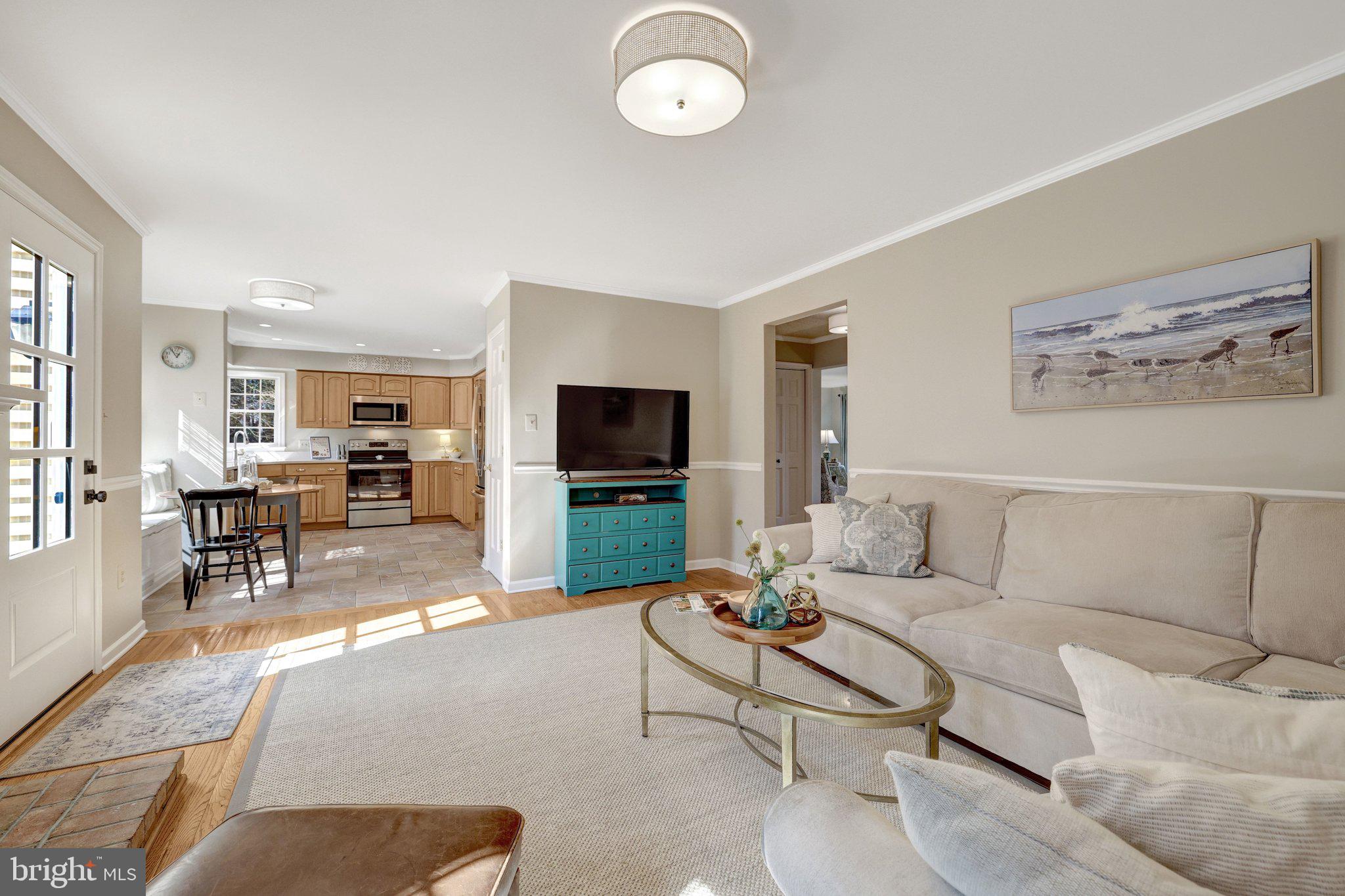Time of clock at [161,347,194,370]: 12:55
